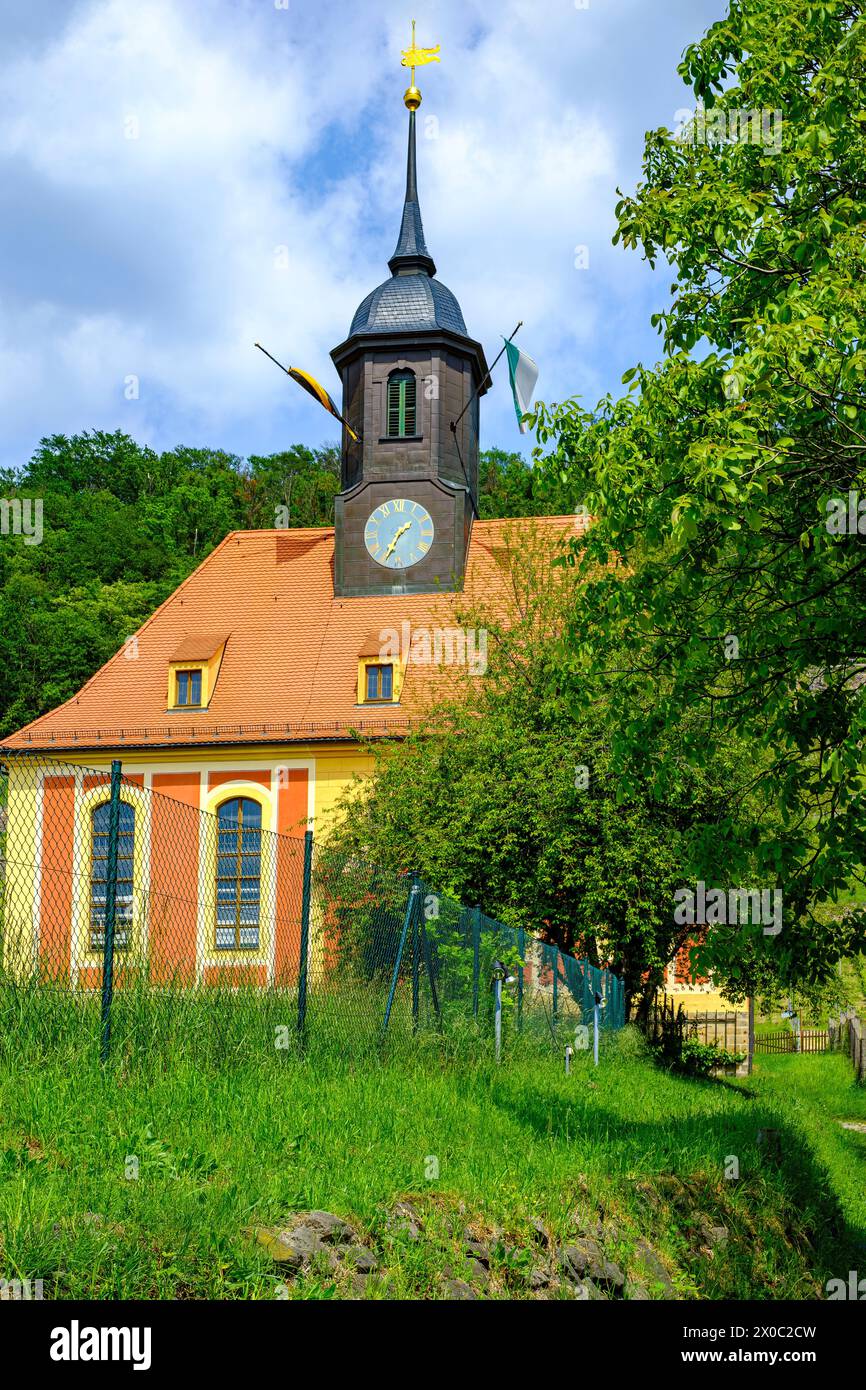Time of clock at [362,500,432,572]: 1:34
